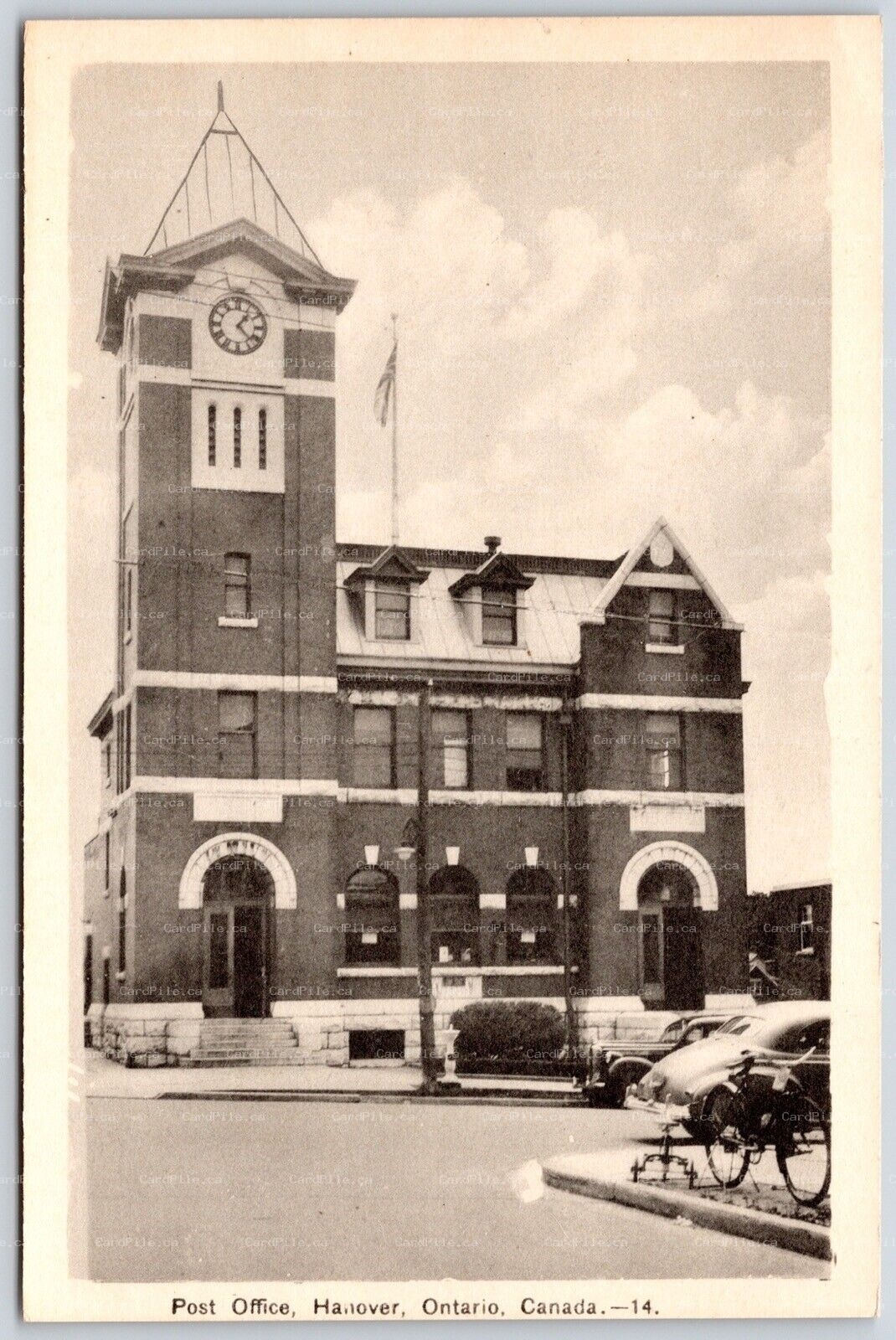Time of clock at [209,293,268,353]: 1:22
